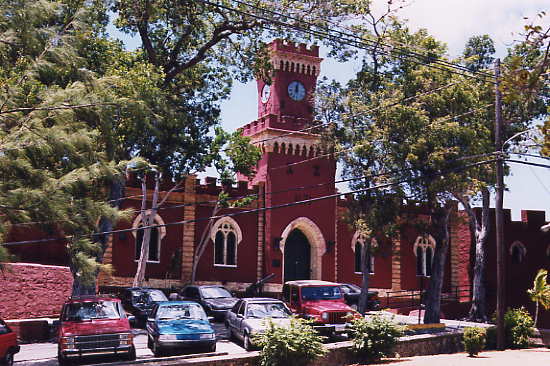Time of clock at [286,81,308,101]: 12:02
